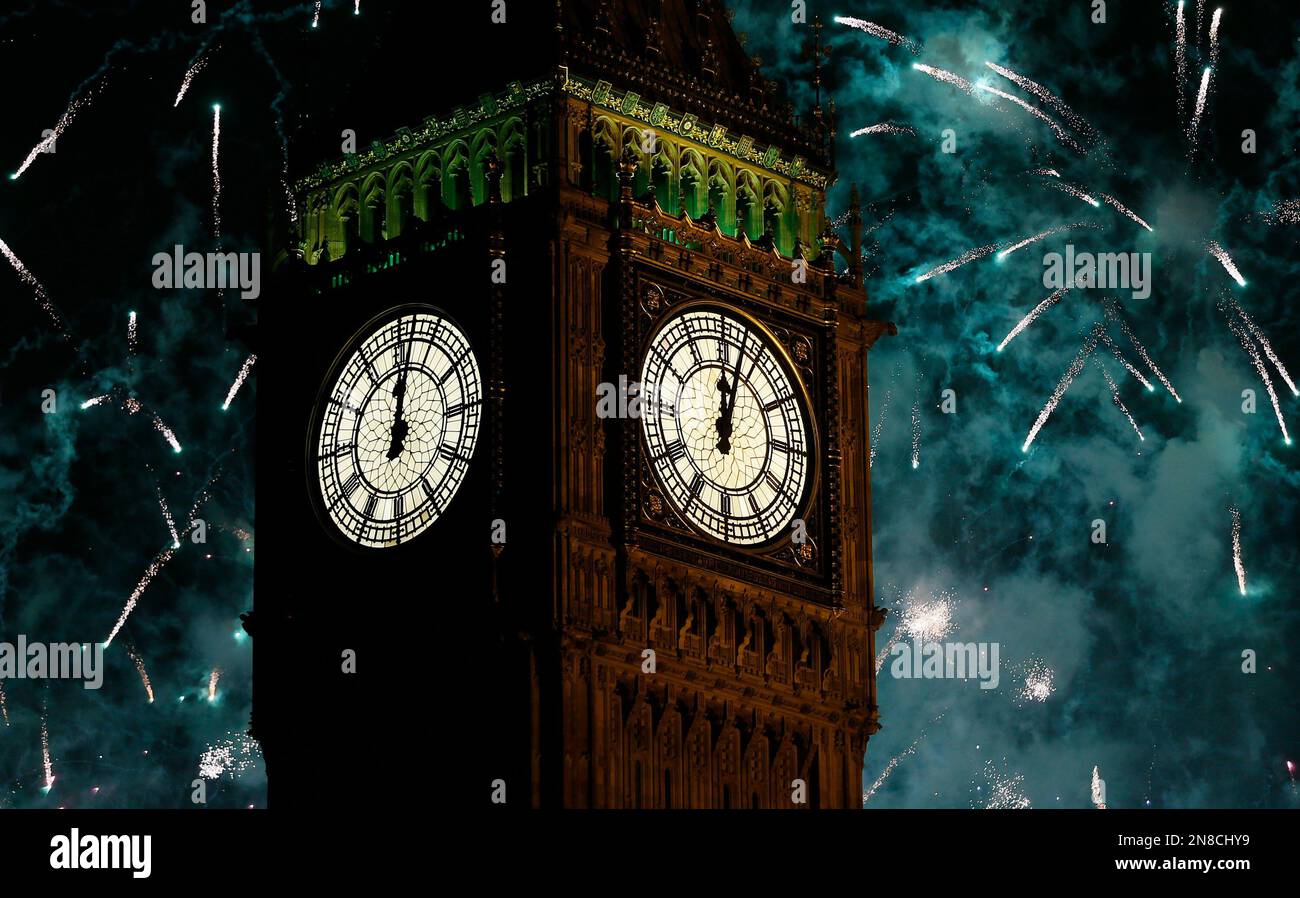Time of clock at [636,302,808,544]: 12:02
